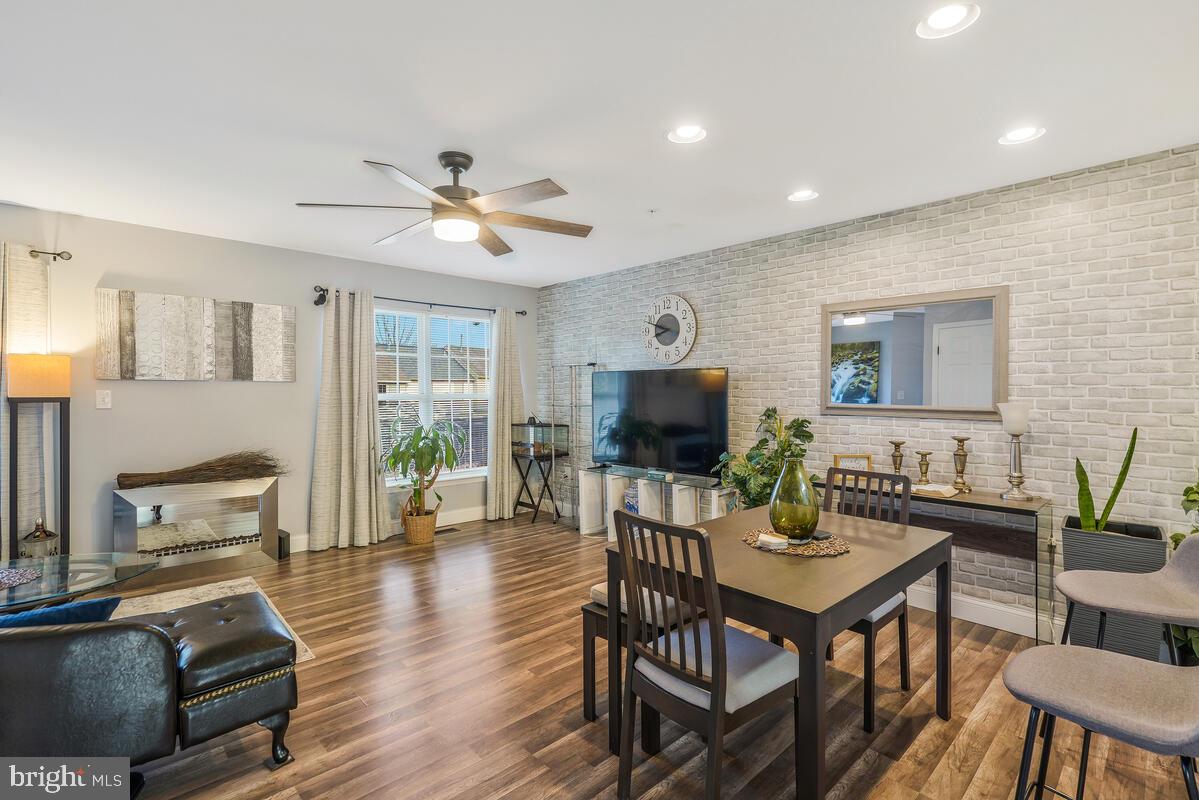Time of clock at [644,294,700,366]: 8:48
